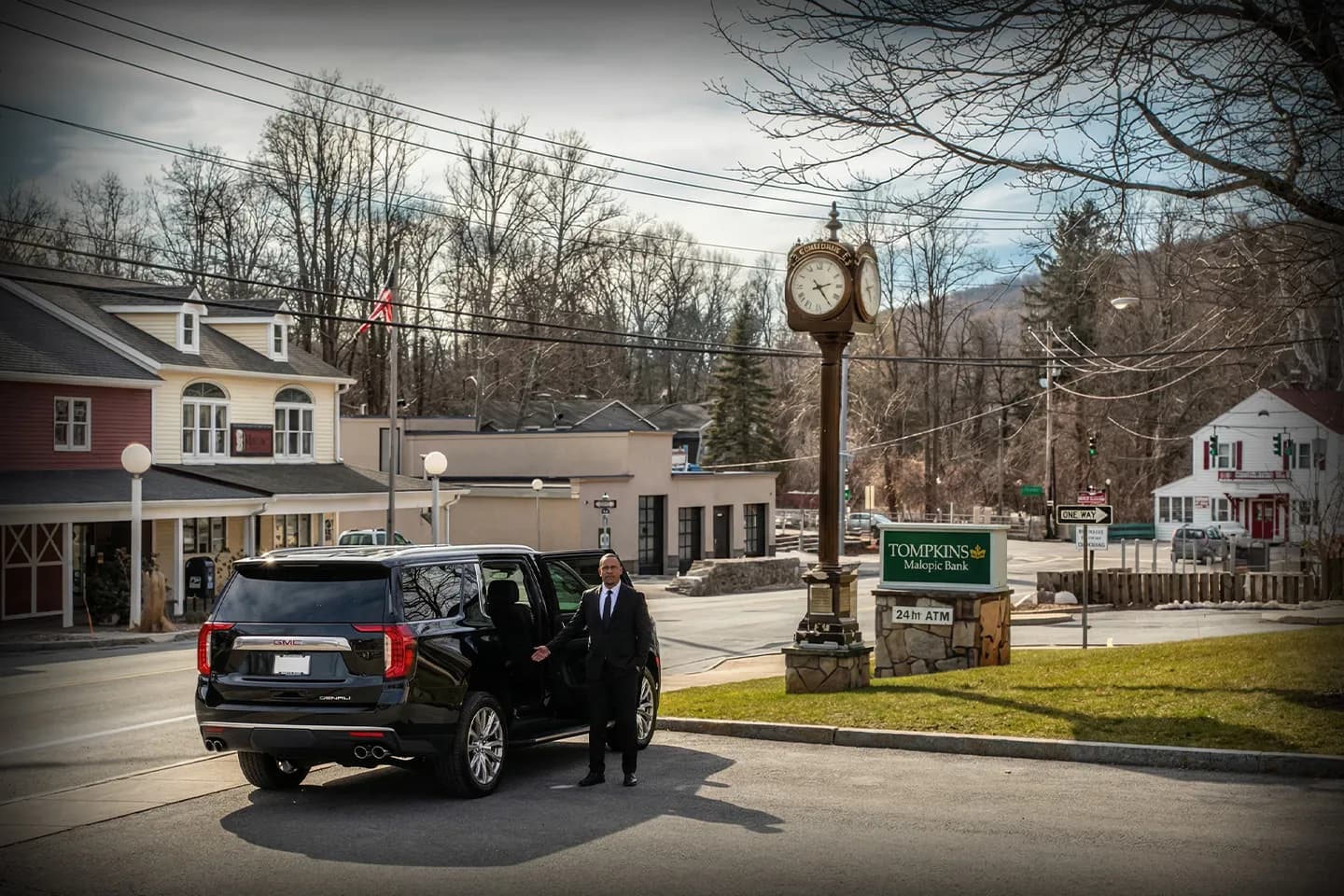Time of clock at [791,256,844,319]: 2:24
